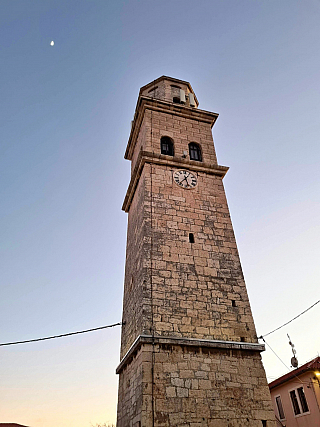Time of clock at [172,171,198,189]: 5:36
